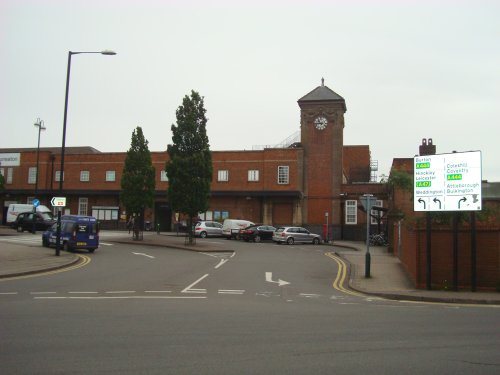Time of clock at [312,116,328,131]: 10:43
